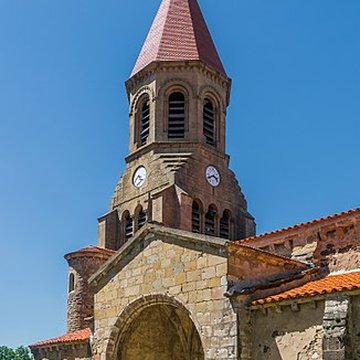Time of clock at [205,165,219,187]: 3:40
